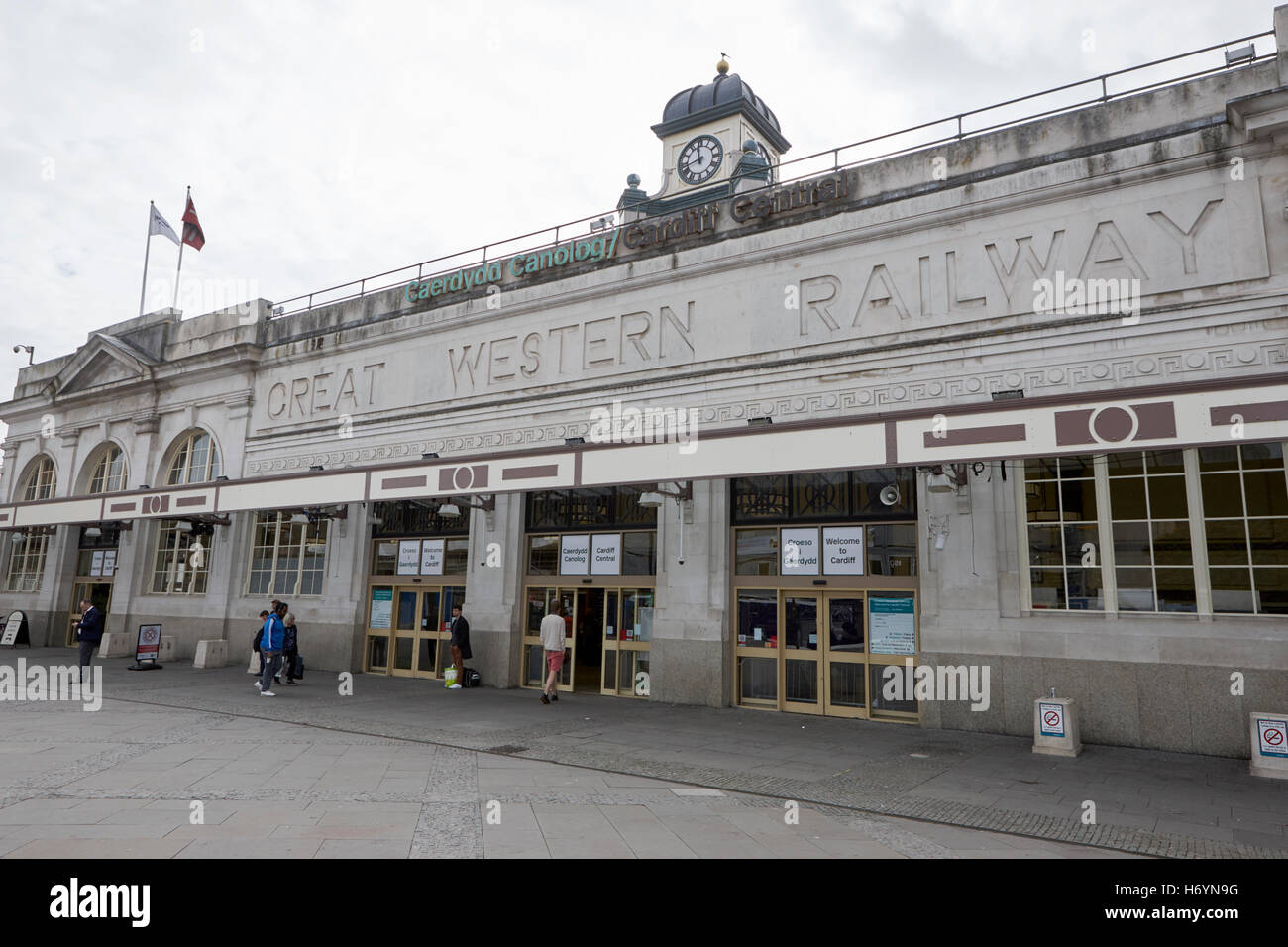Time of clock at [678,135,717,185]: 11:42
